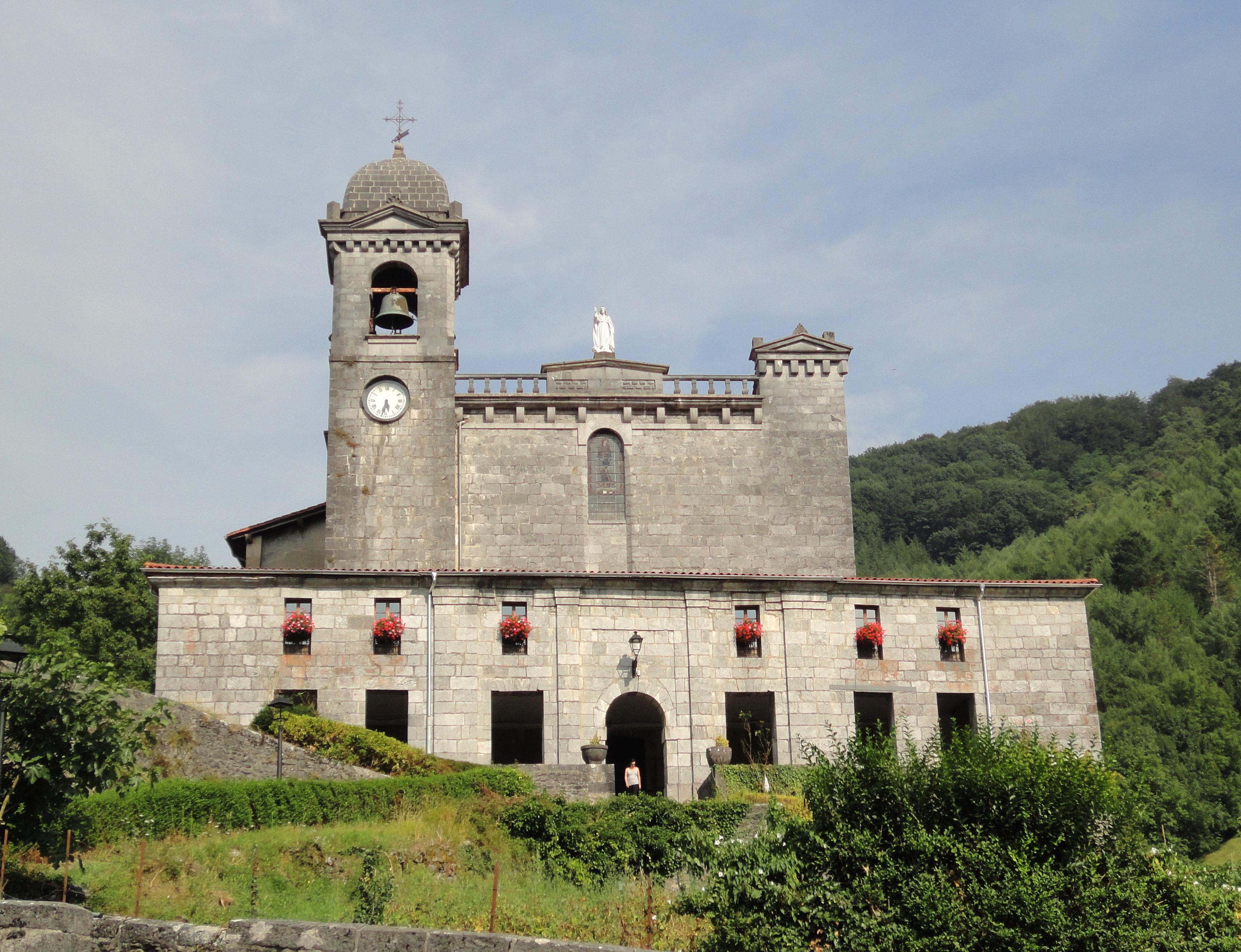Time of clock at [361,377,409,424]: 5:32
